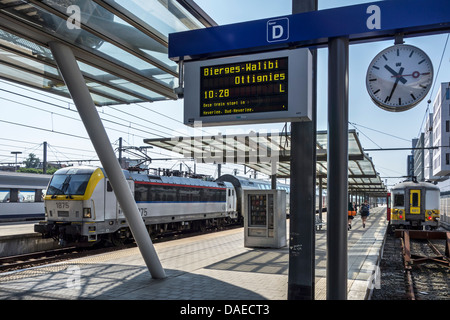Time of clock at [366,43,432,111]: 10:34
